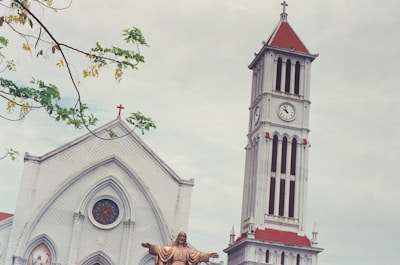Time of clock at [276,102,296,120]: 9:56
